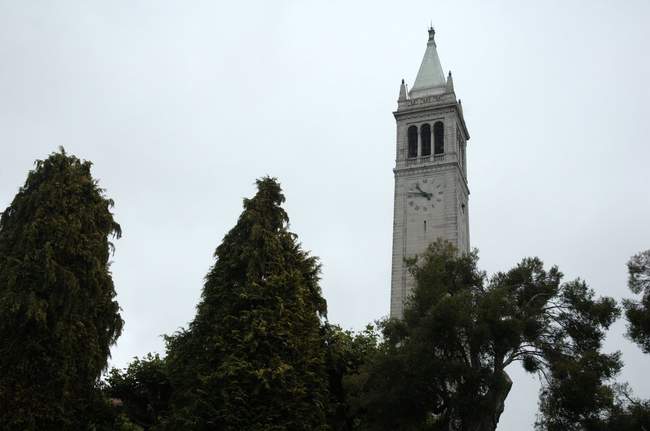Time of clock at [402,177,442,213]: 10:47
